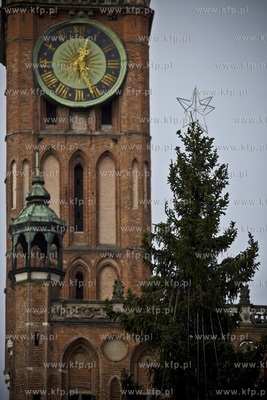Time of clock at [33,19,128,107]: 12:26
